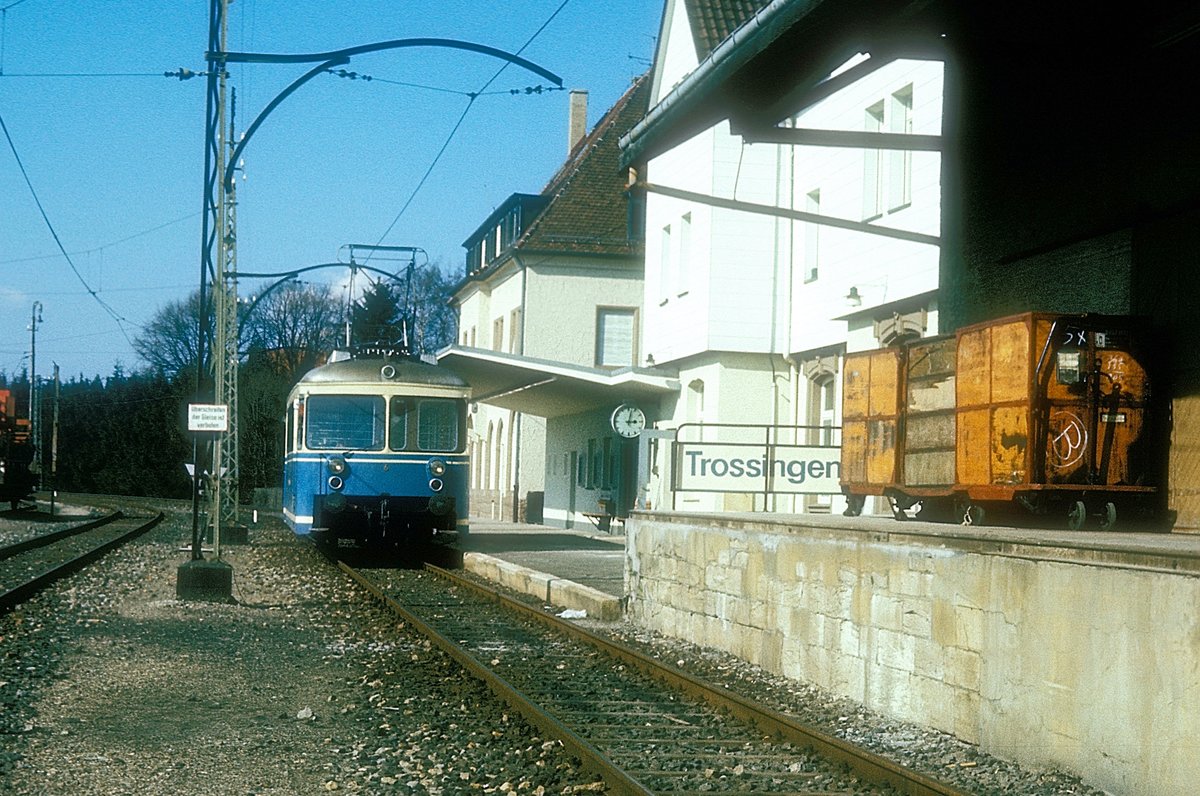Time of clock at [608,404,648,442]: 3:02
